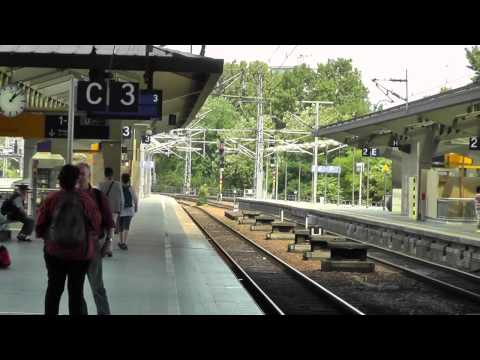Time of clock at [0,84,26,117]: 1:08
